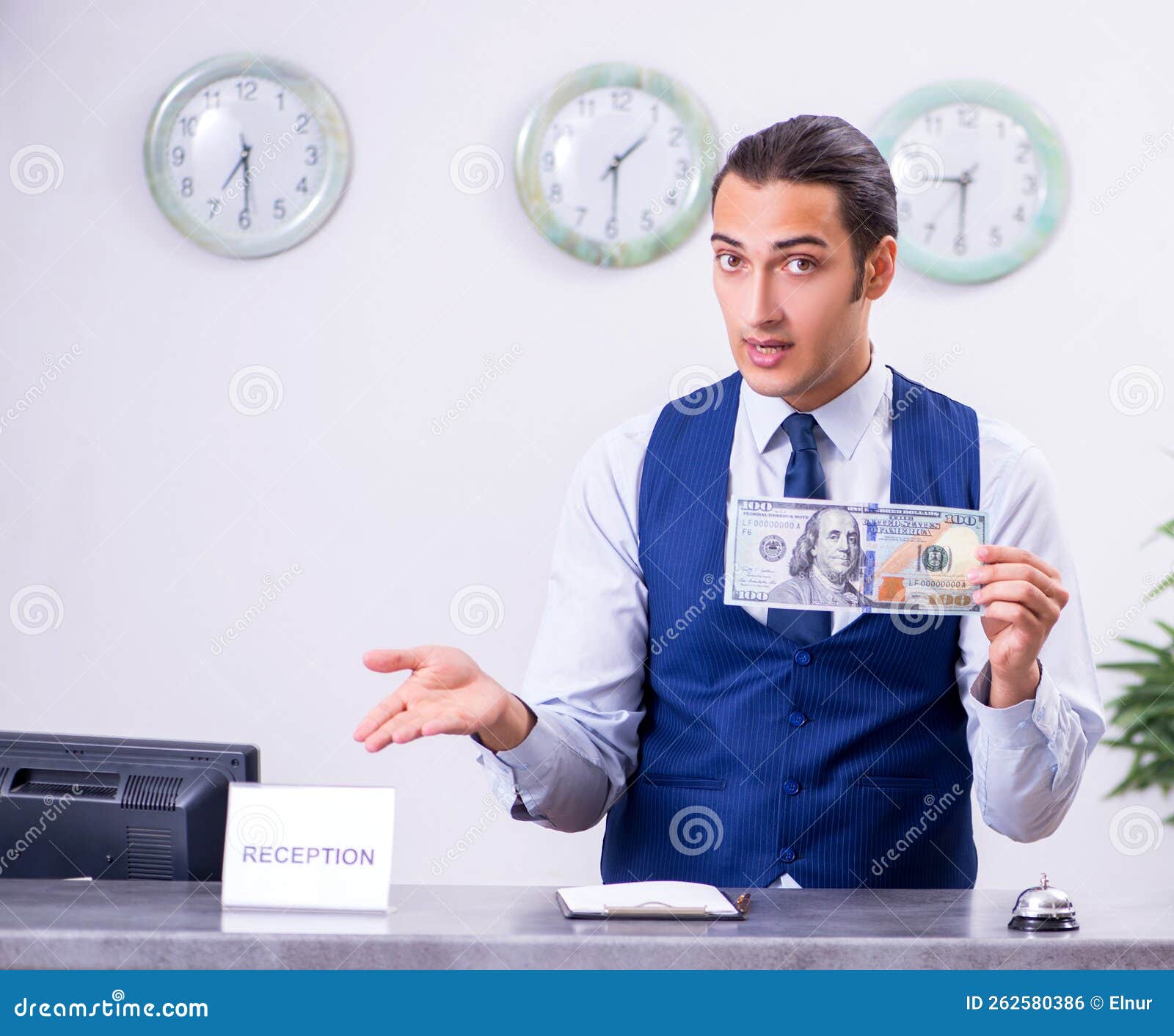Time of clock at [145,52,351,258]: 6:29
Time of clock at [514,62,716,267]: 1:29
